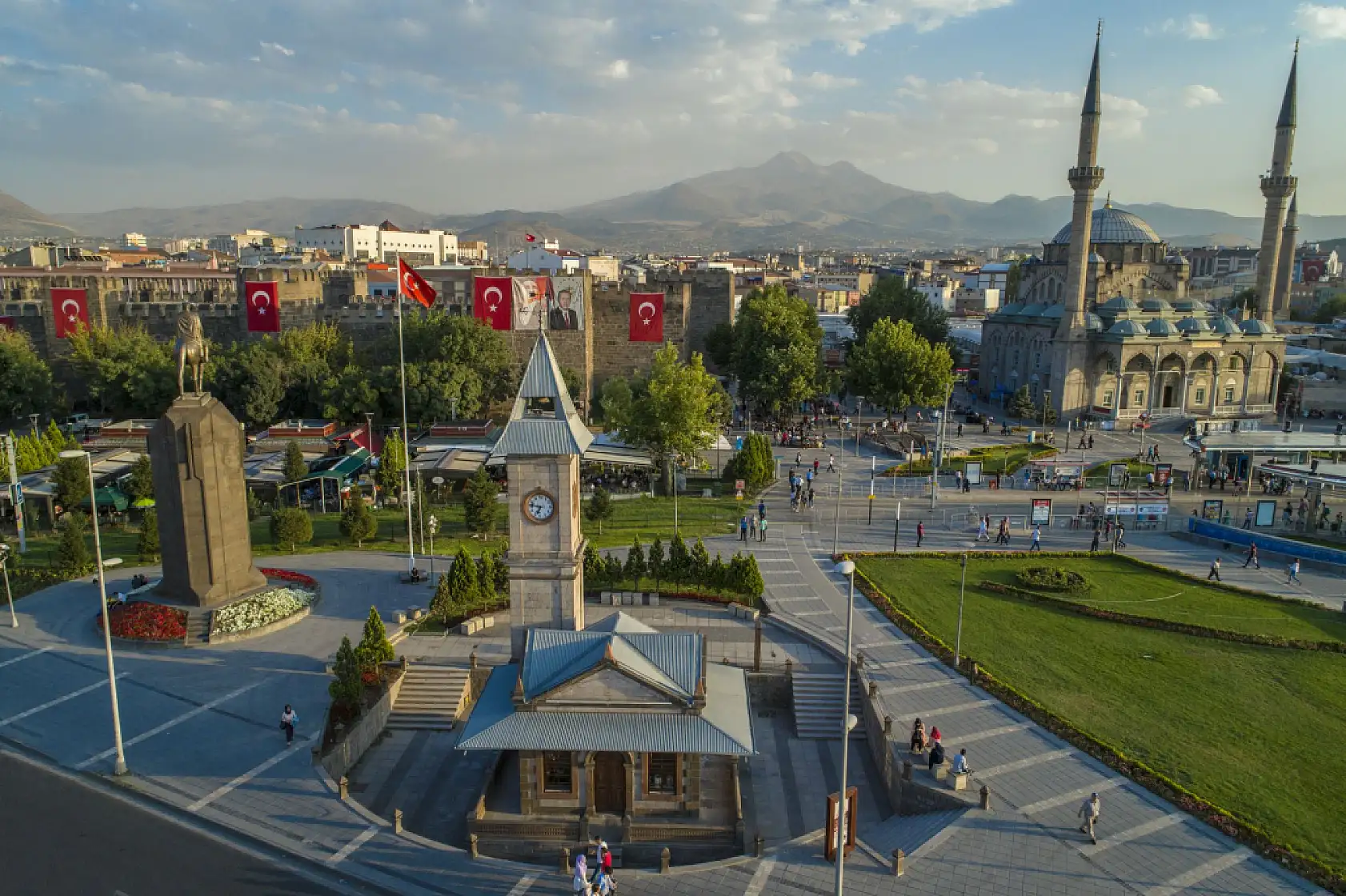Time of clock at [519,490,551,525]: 6:46
